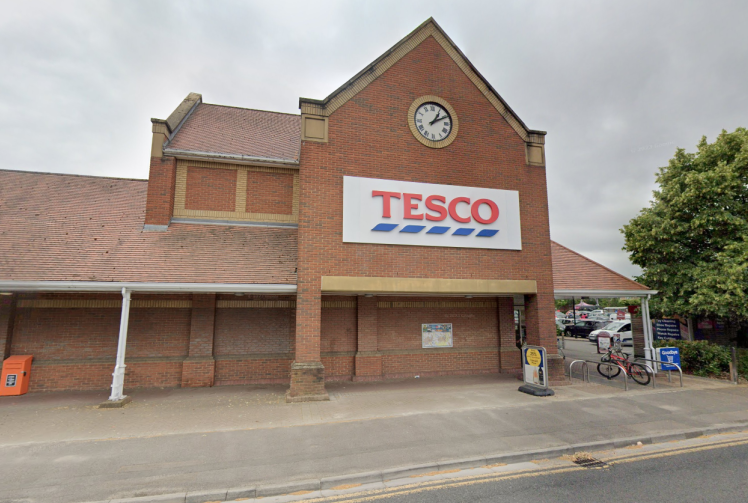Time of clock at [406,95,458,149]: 1:10
